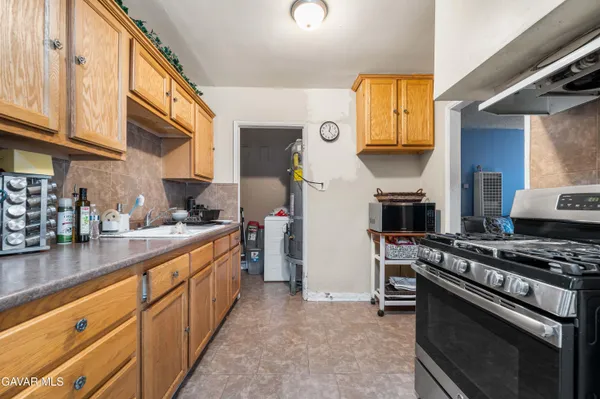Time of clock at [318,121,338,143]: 12:22
